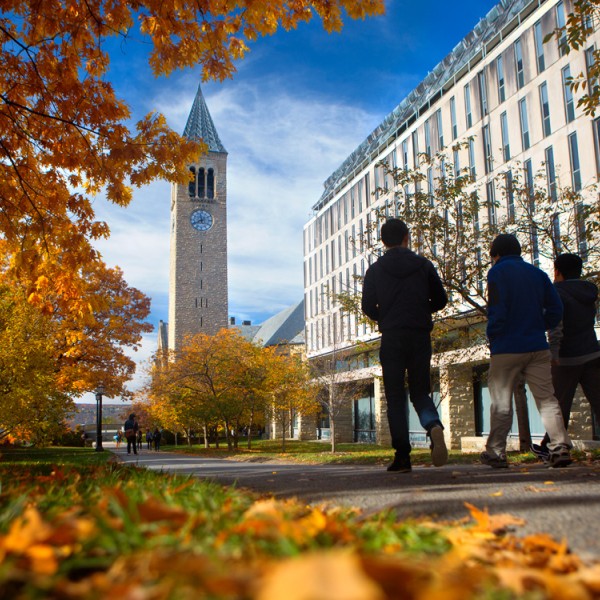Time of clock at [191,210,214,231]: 11:40
